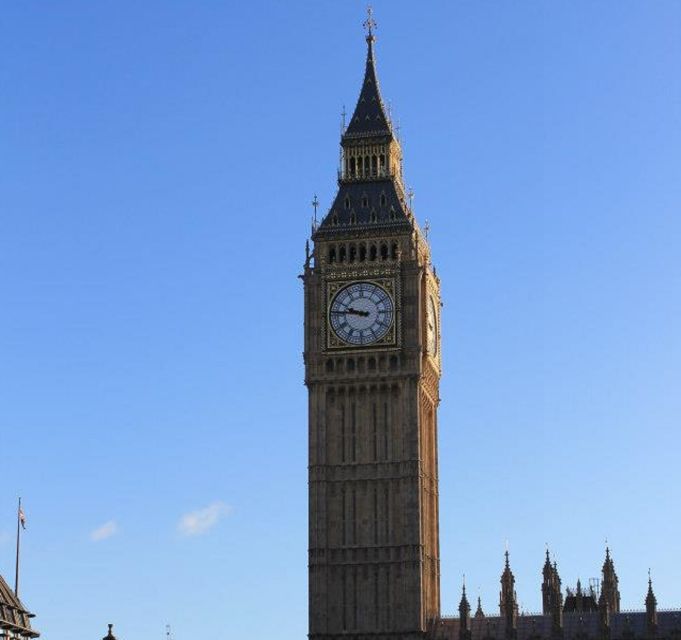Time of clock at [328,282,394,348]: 9:46
